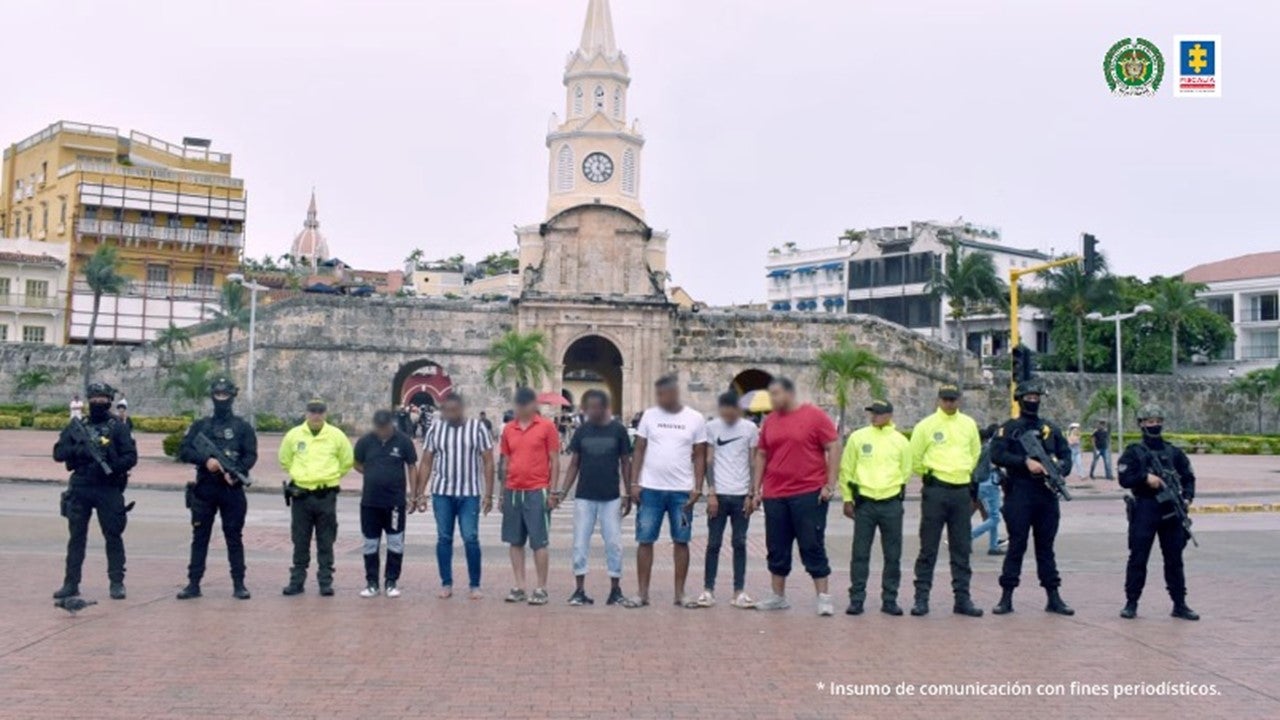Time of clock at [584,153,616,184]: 12:23
